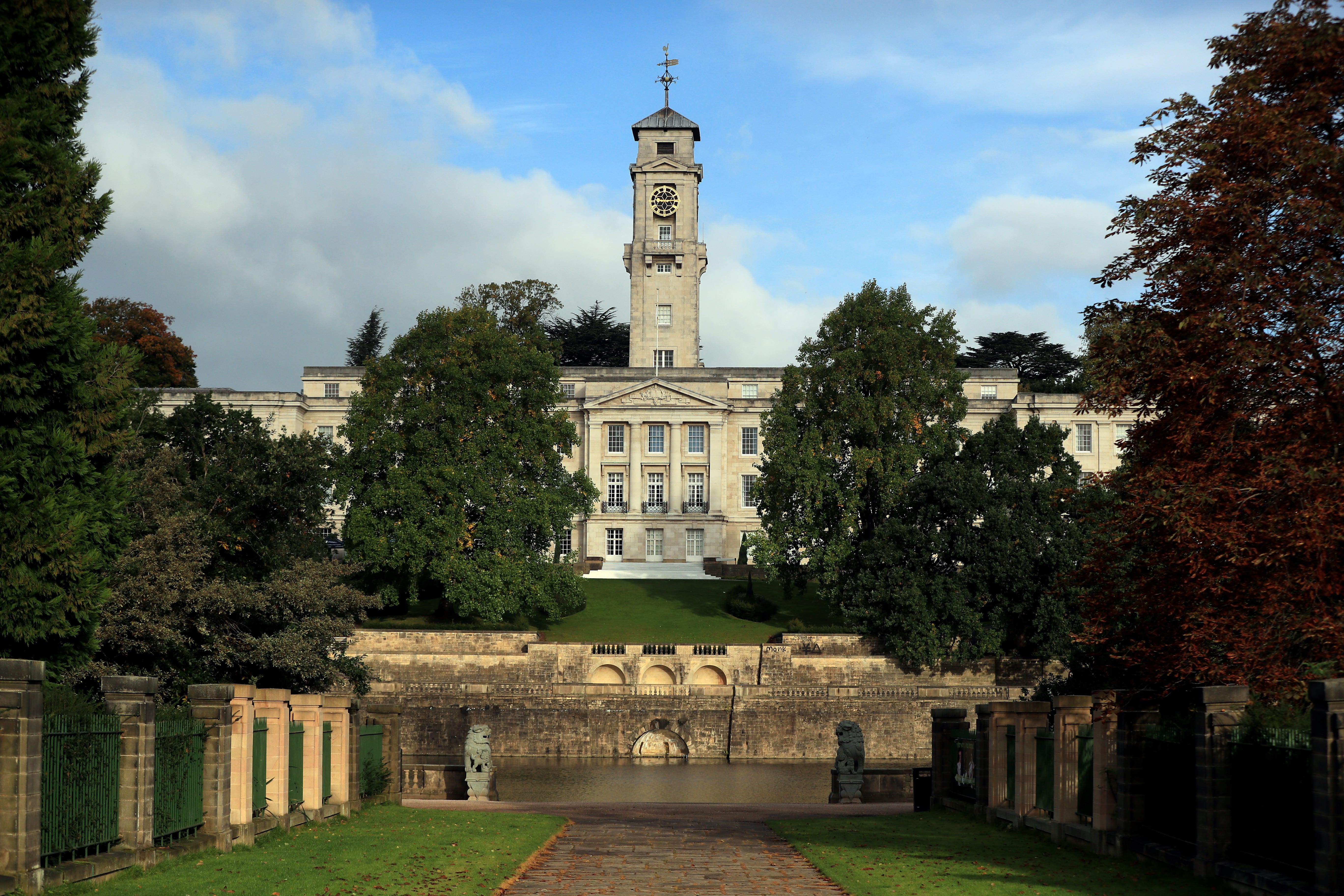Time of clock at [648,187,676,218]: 9:13
